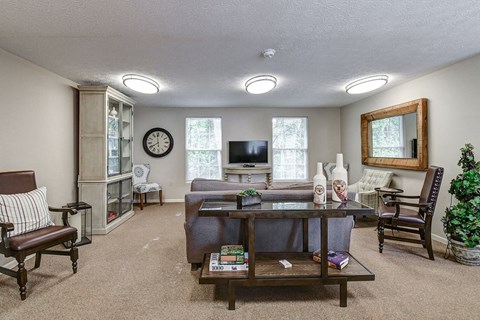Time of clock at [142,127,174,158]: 7:59
